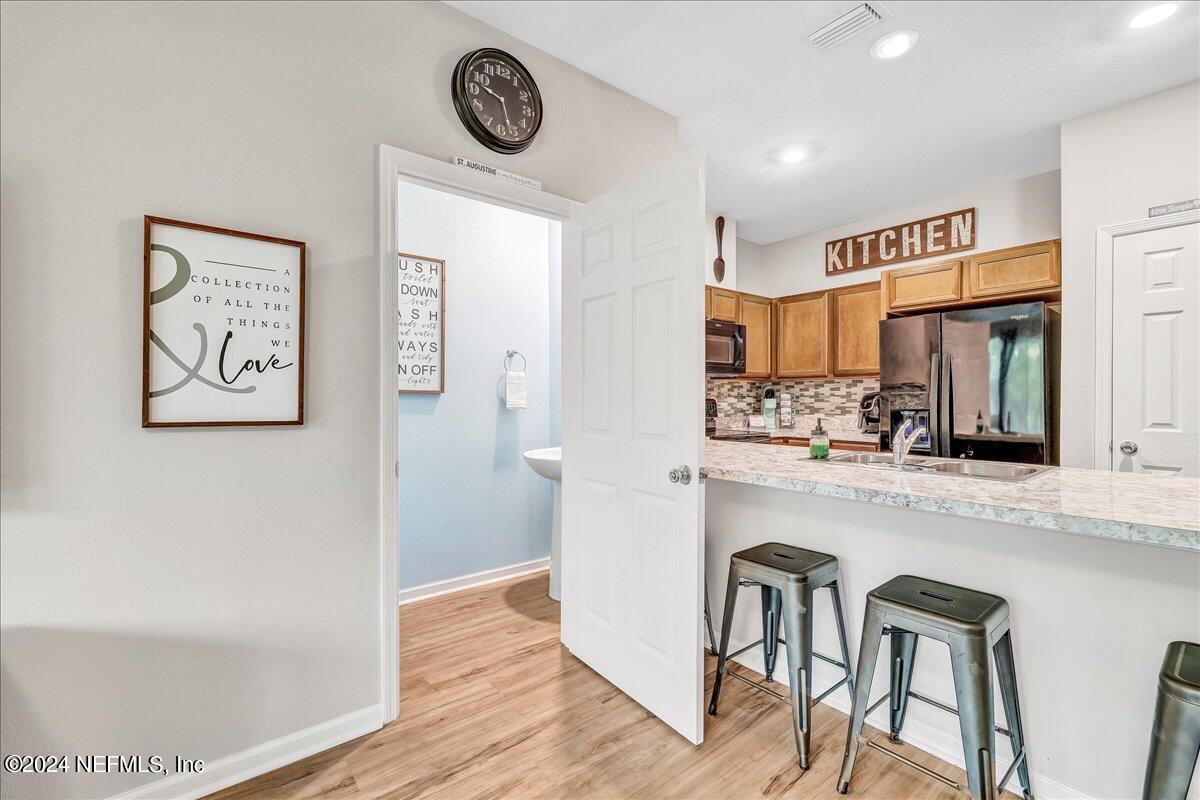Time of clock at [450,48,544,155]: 9:26
